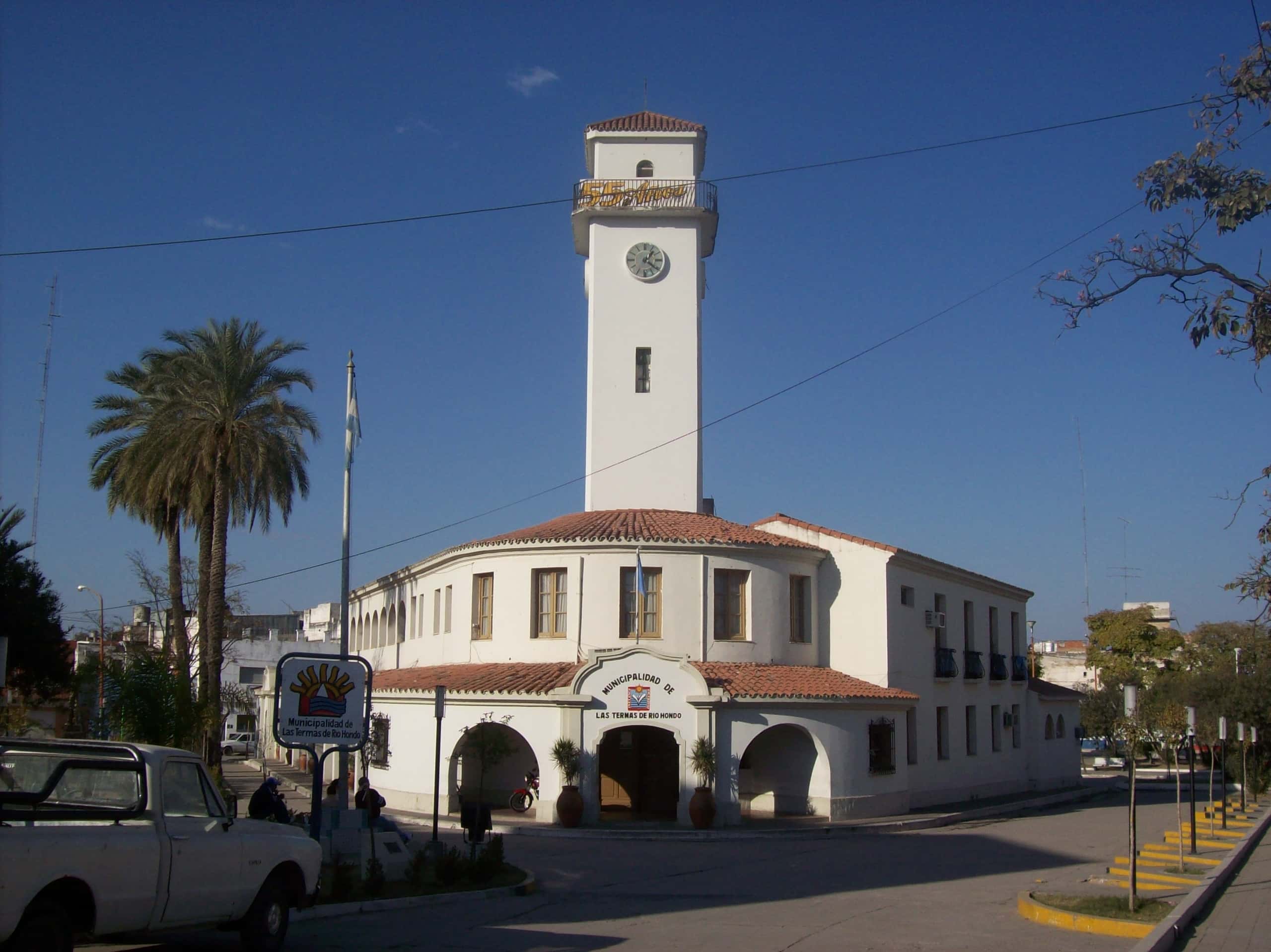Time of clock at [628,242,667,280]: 1:21
